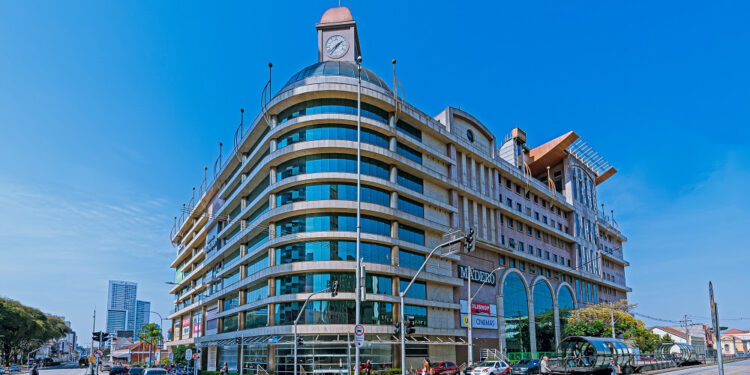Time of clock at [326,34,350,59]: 1:36
